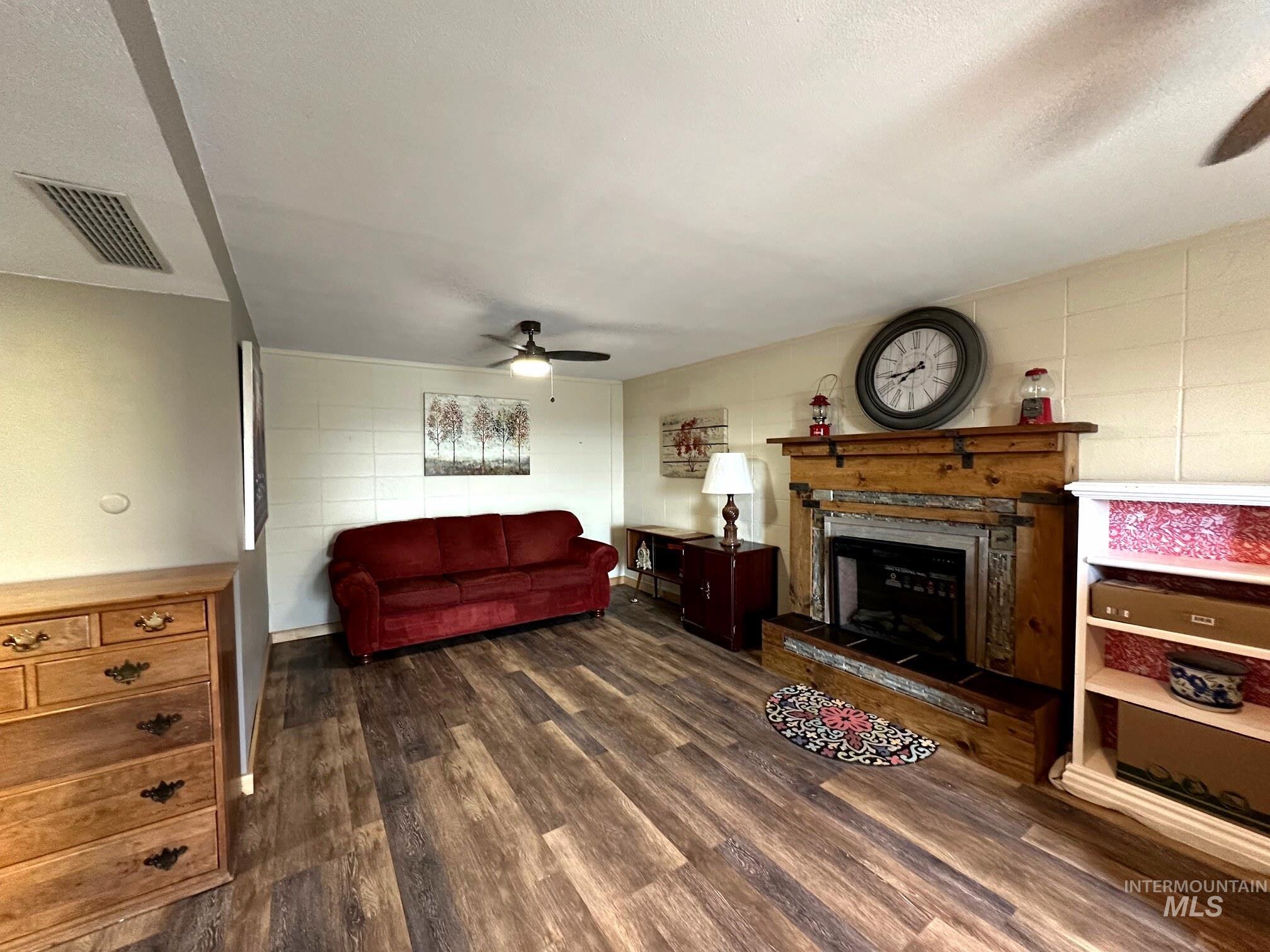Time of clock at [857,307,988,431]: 7:43
